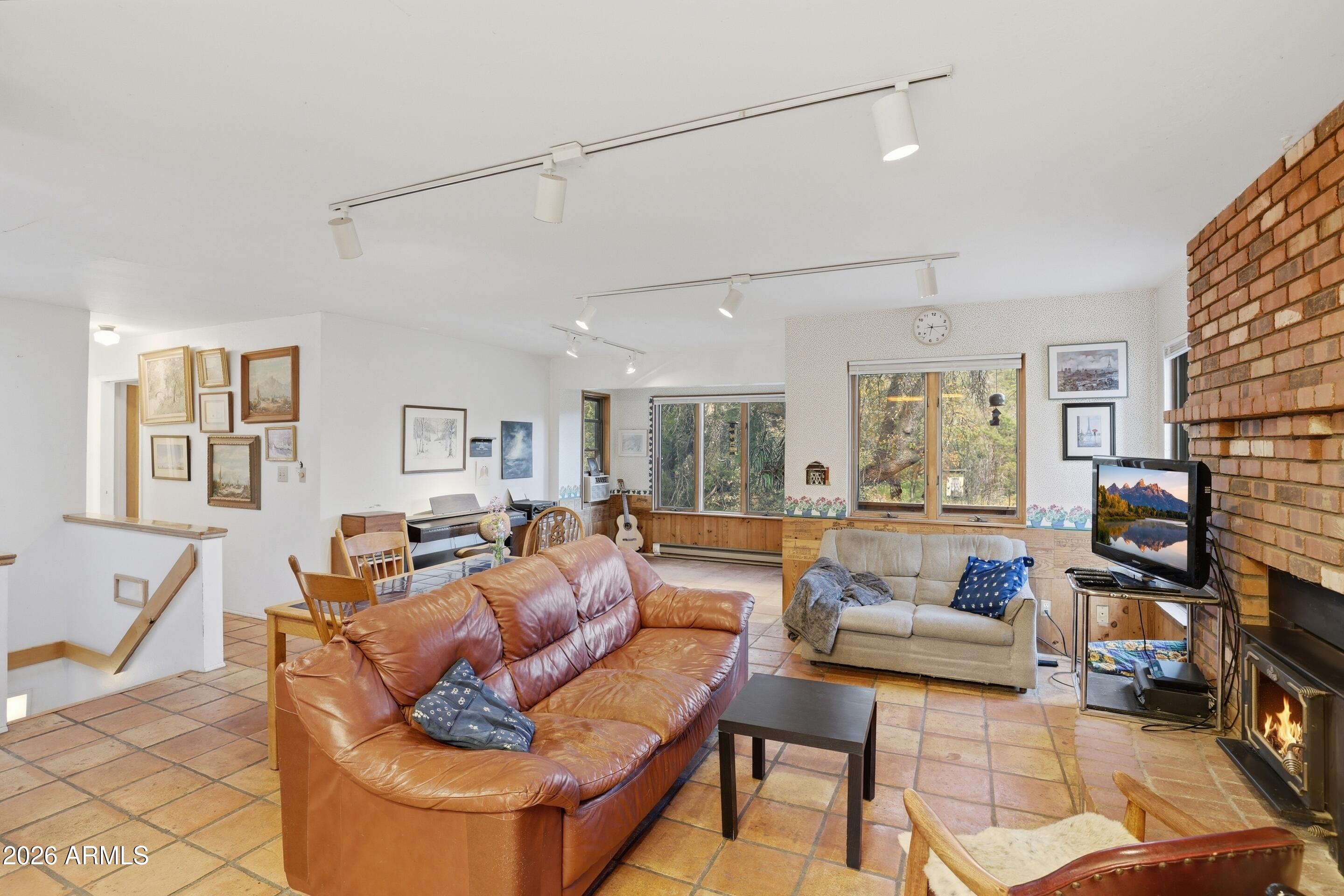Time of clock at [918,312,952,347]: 6:13
